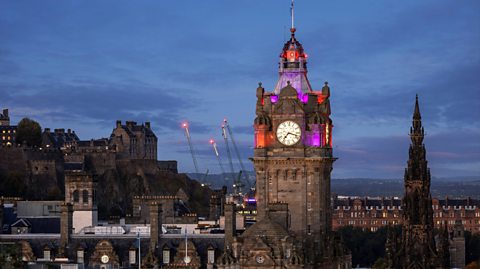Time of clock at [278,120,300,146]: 7:17
